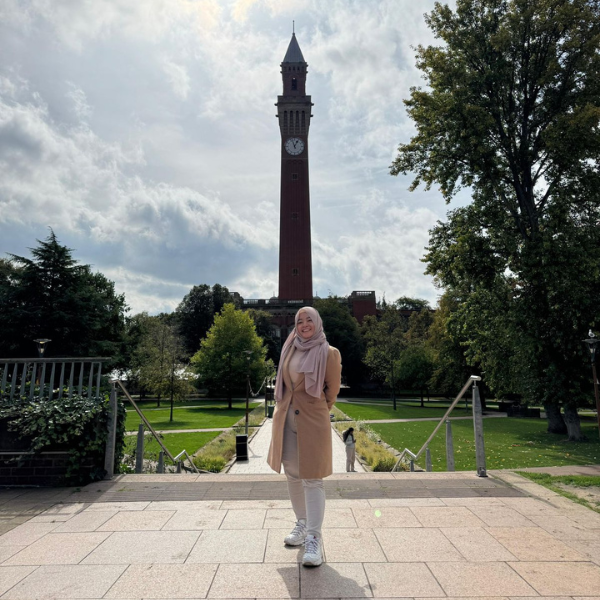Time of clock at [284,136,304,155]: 12:57
